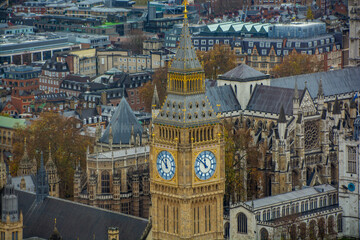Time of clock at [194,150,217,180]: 11:51
